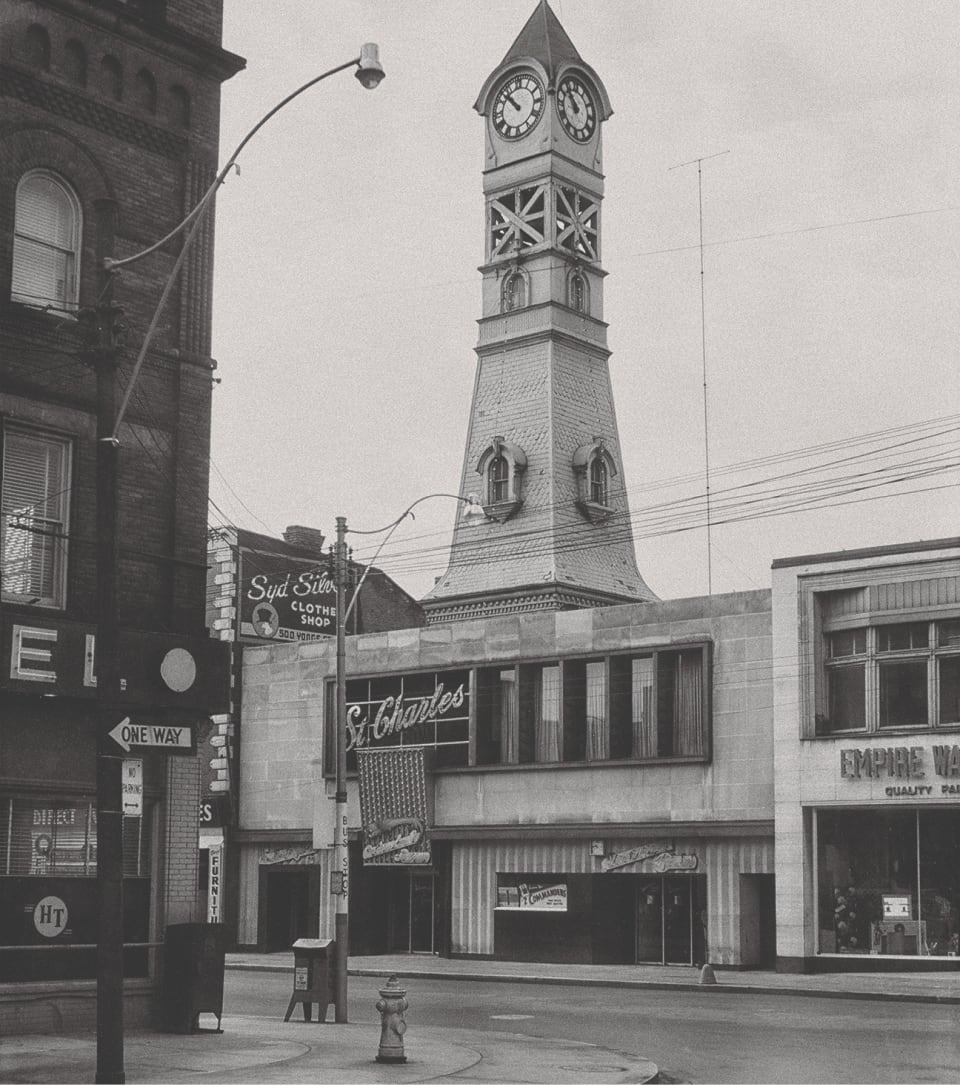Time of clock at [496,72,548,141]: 10:52
